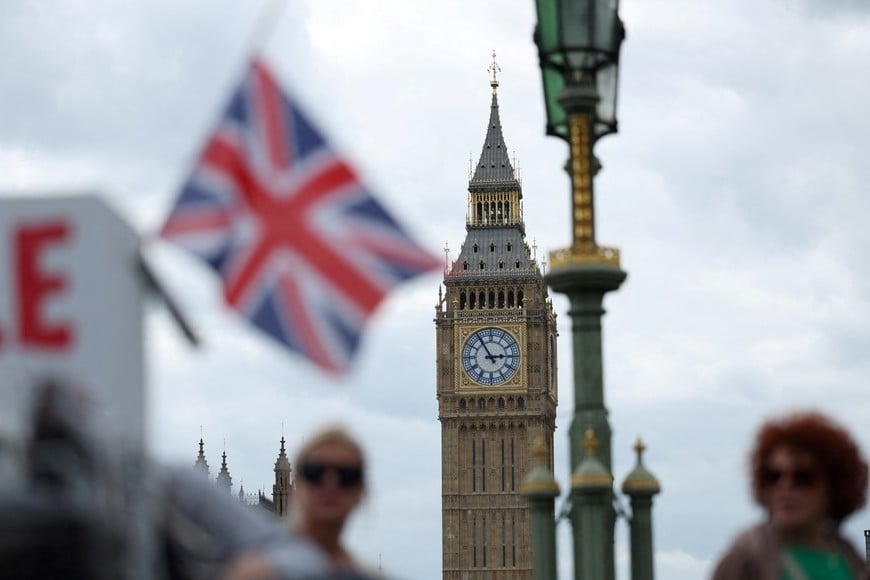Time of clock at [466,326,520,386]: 2:54
